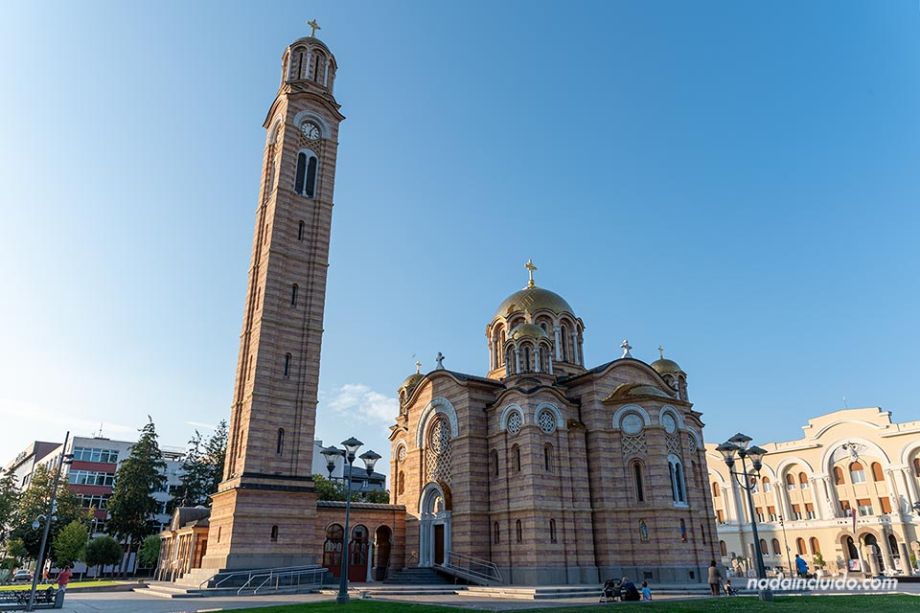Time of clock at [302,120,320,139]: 6:06
